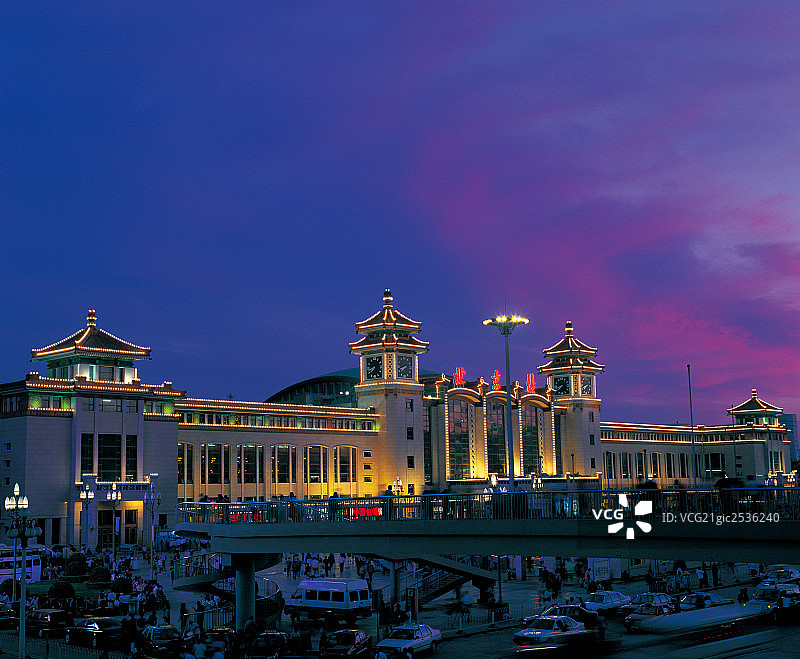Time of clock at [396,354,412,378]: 7:42
